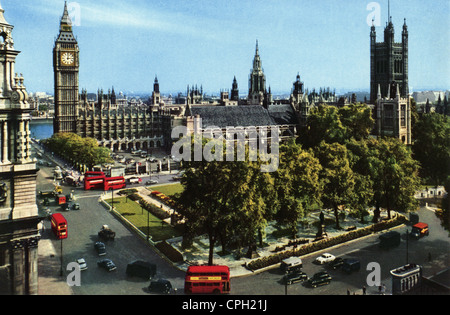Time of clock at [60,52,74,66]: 3:02
